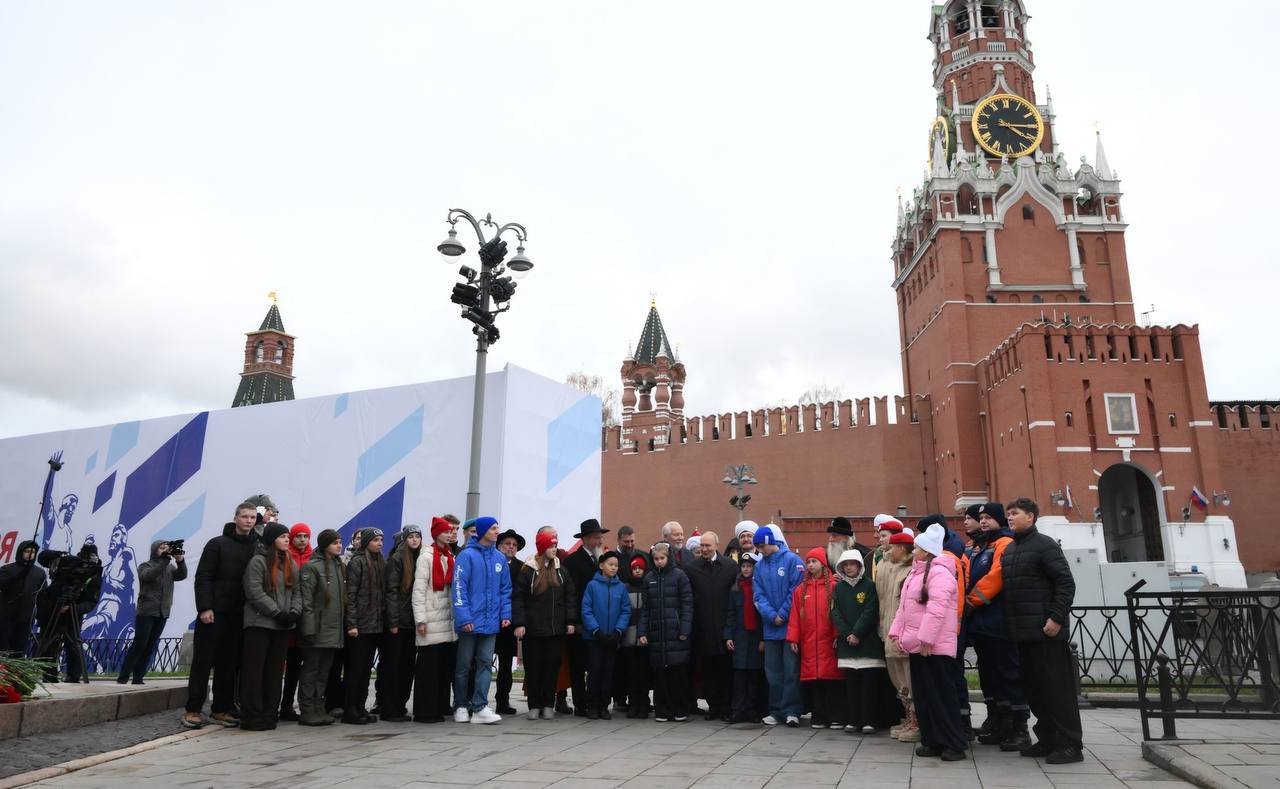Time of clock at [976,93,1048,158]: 4:14
